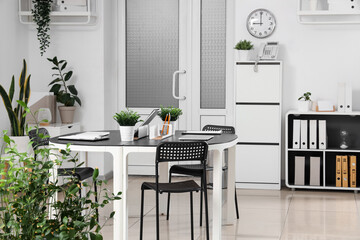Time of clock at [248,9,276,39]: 8:59
